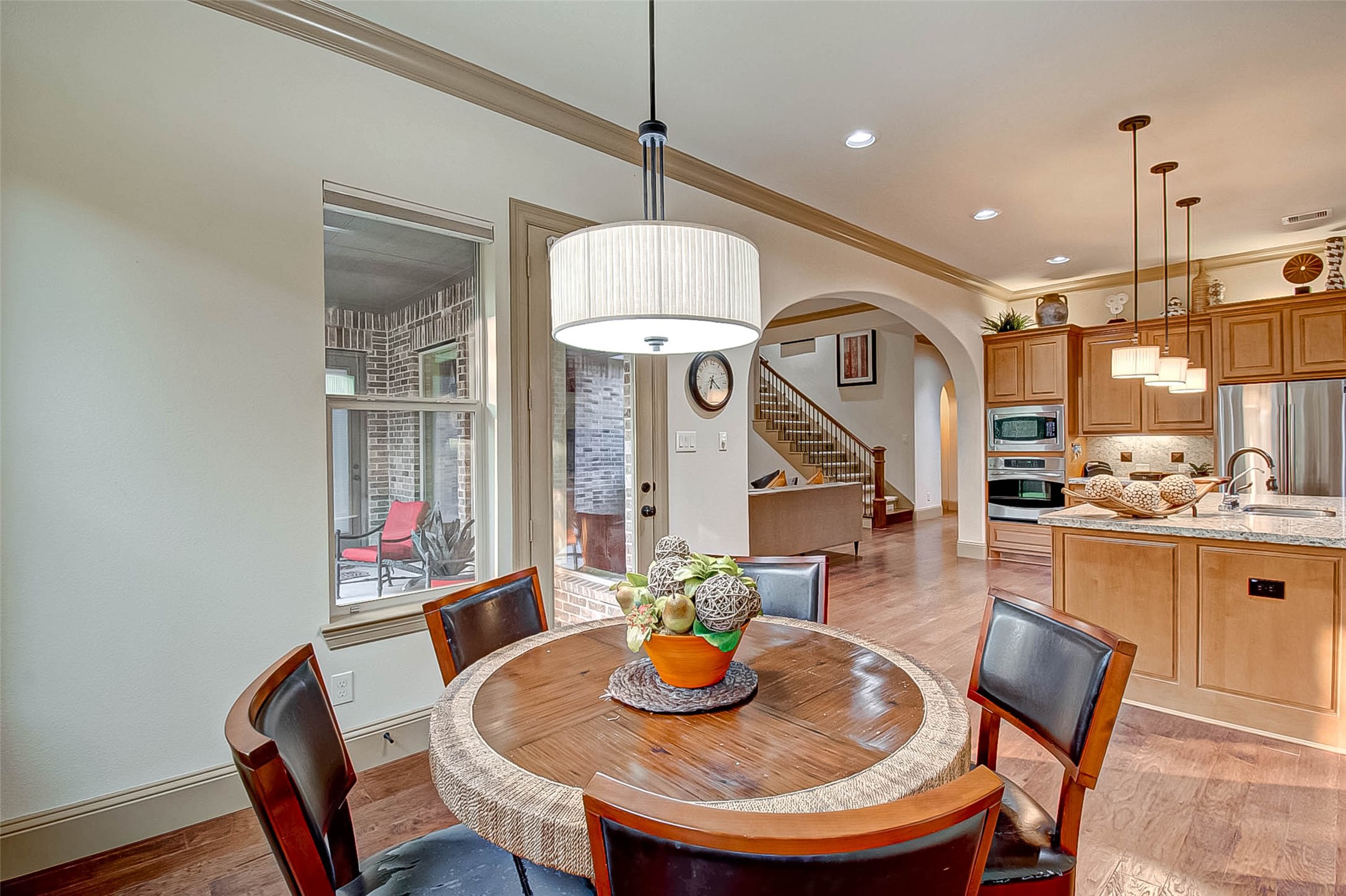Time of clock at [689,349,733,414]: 6:20
